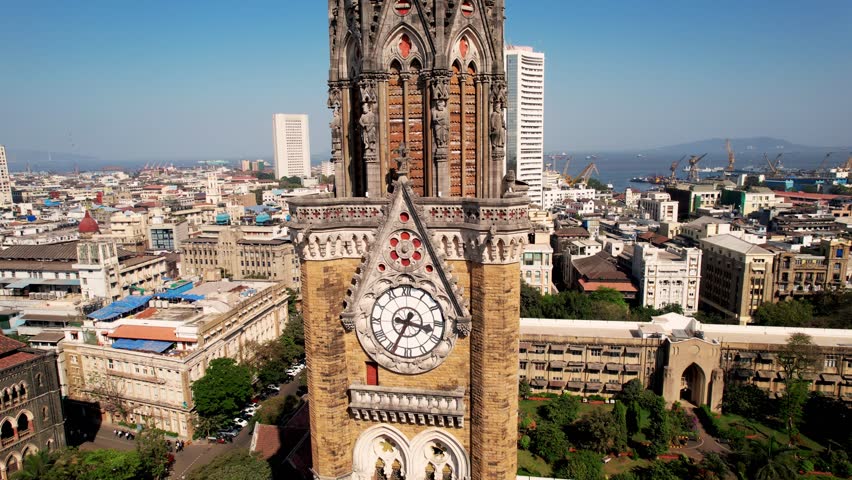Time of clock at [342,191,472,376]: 3:34
